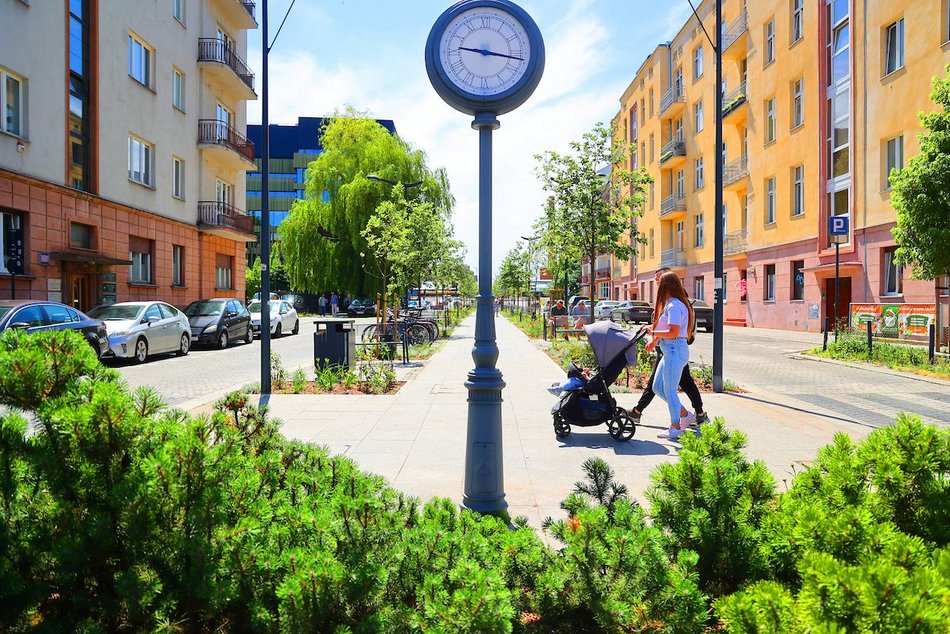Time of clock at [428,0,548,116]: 9:16
